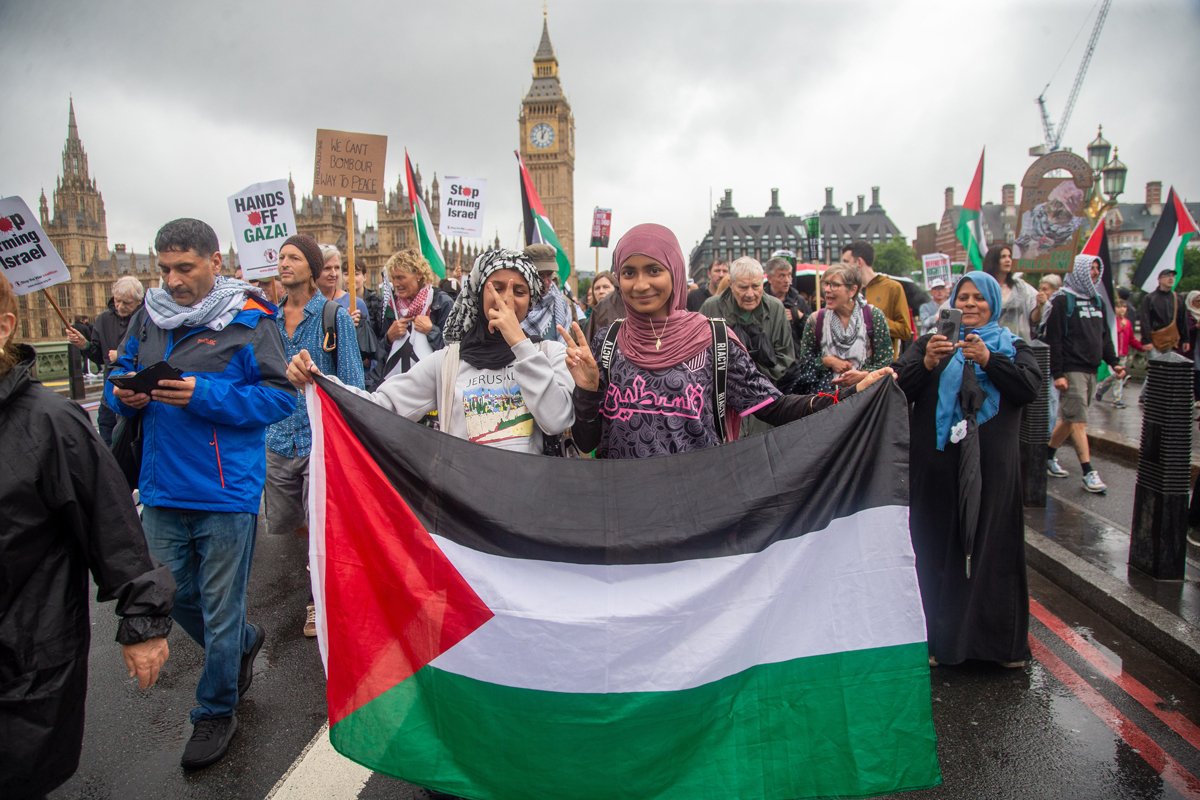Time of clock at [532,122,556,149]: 12:59
